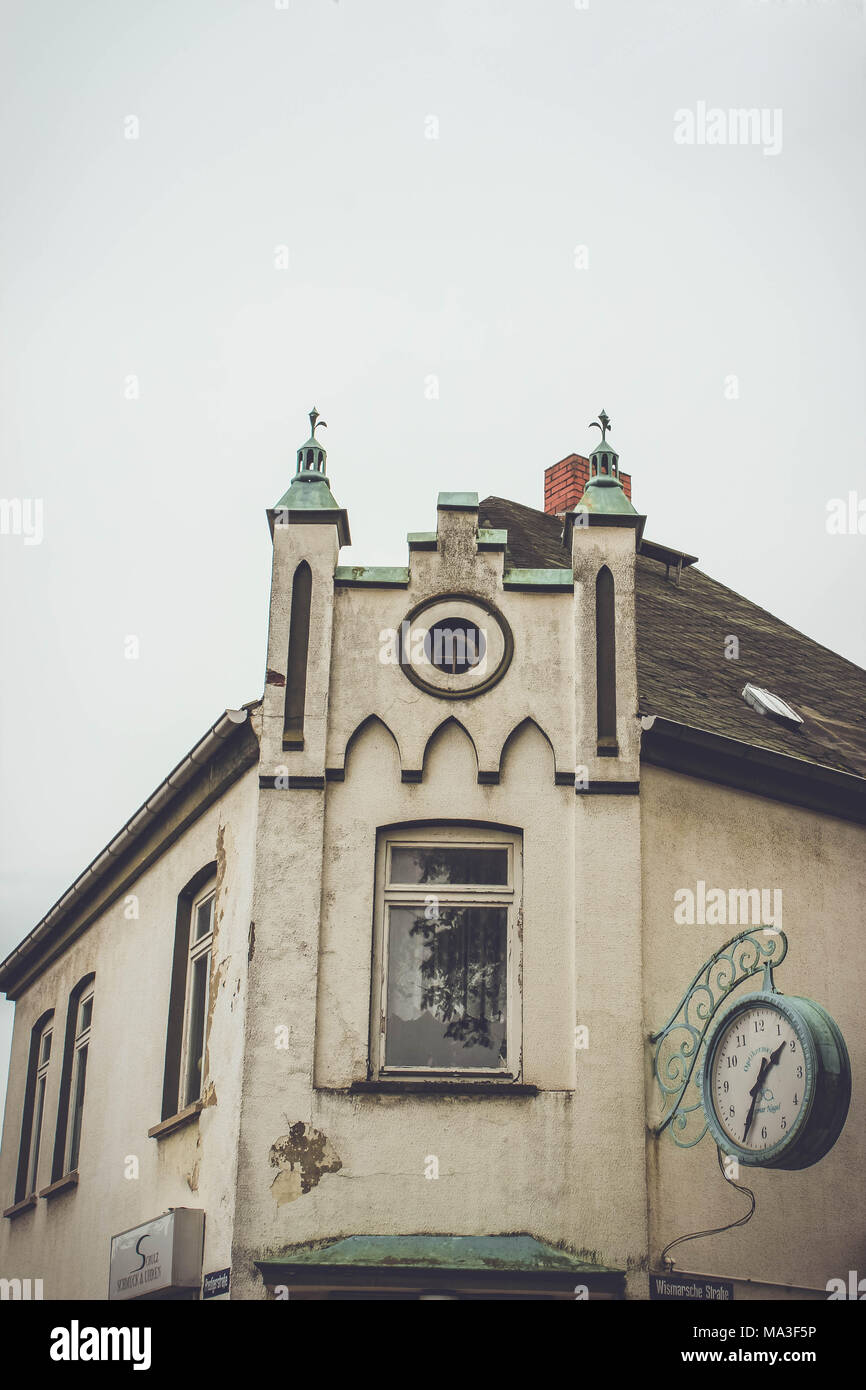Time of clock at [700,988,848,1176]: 1:34
